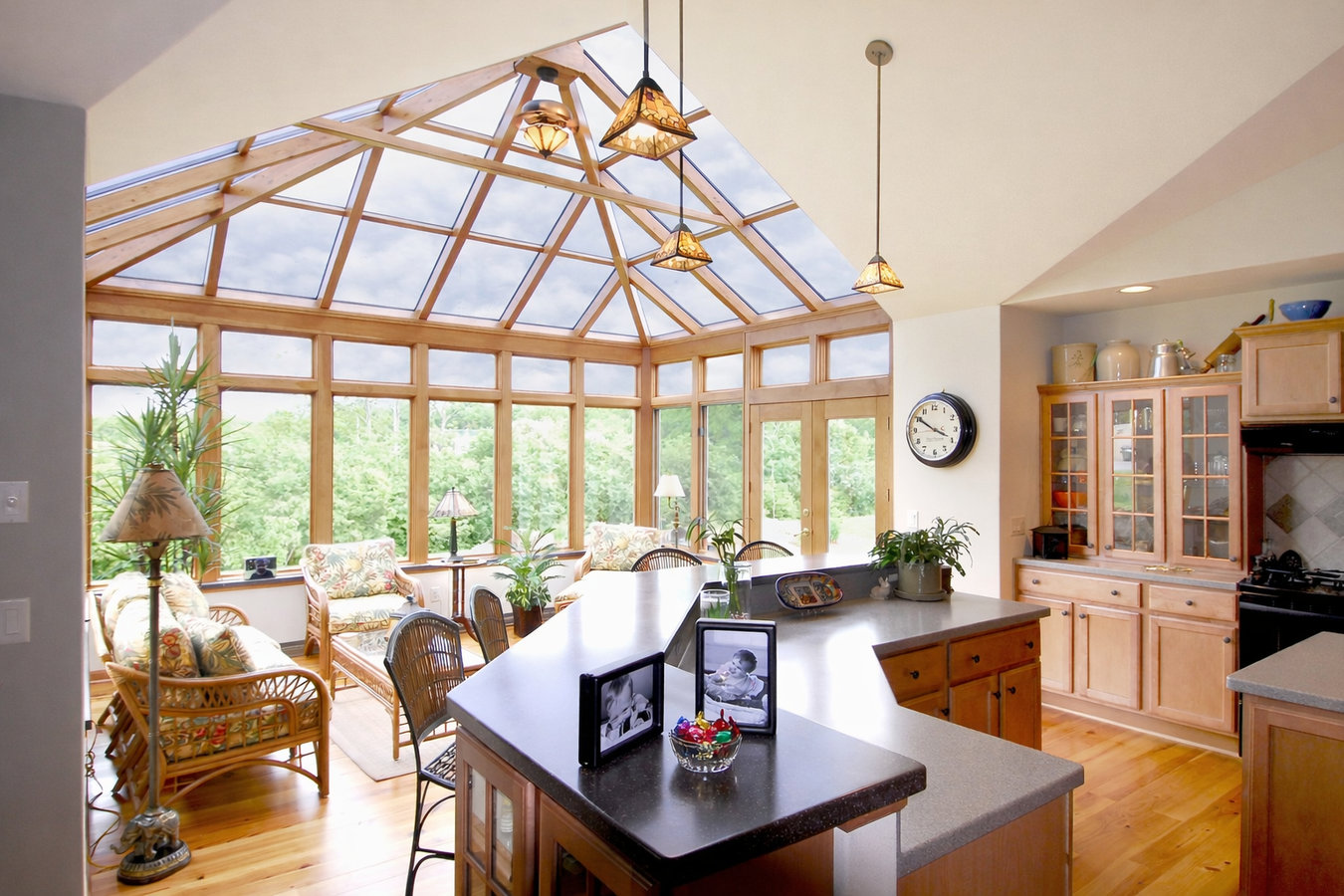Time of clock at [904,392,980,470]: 3:50
